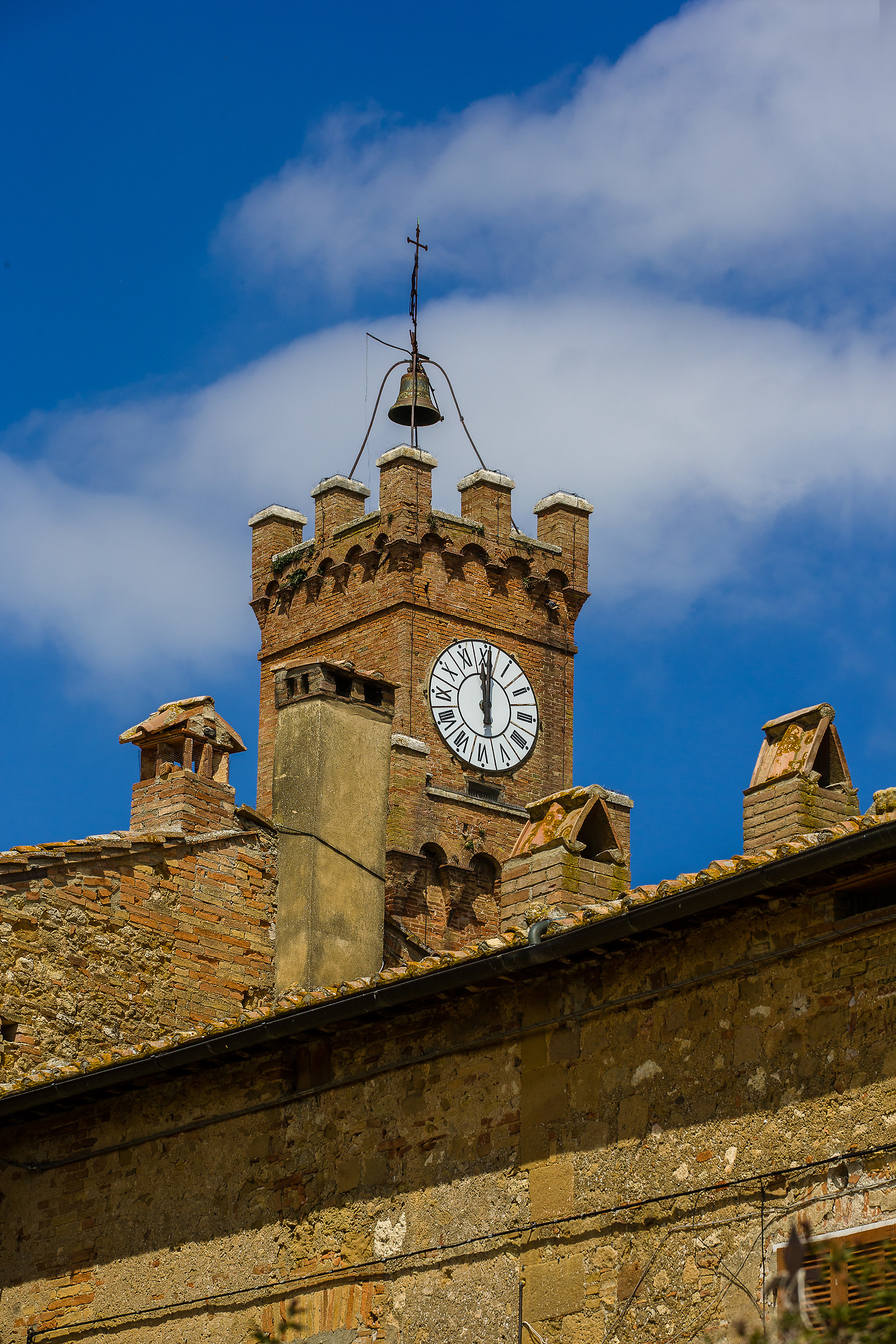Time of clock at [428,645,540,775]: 11:58
